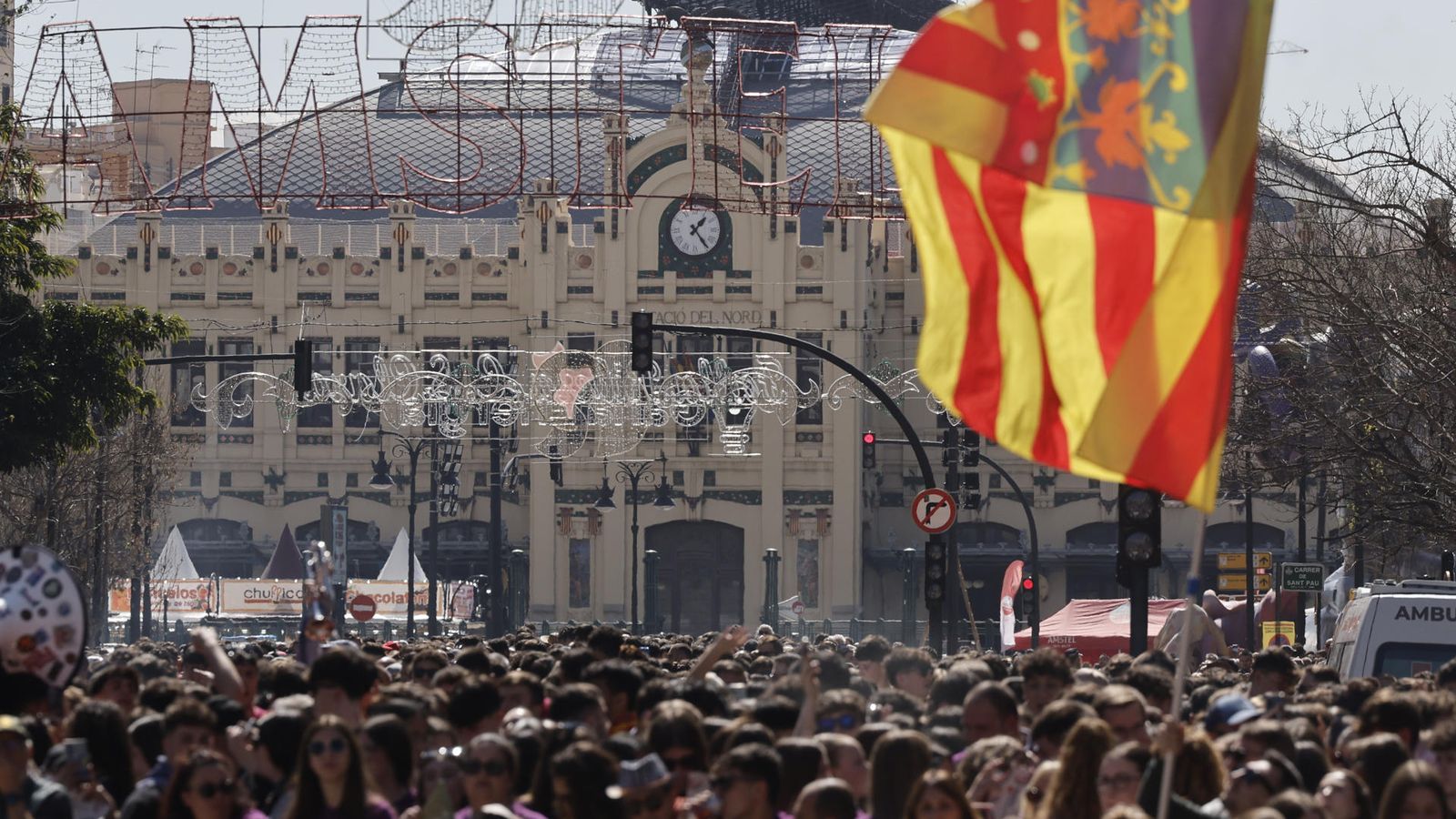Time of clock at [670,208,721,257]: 1:24
